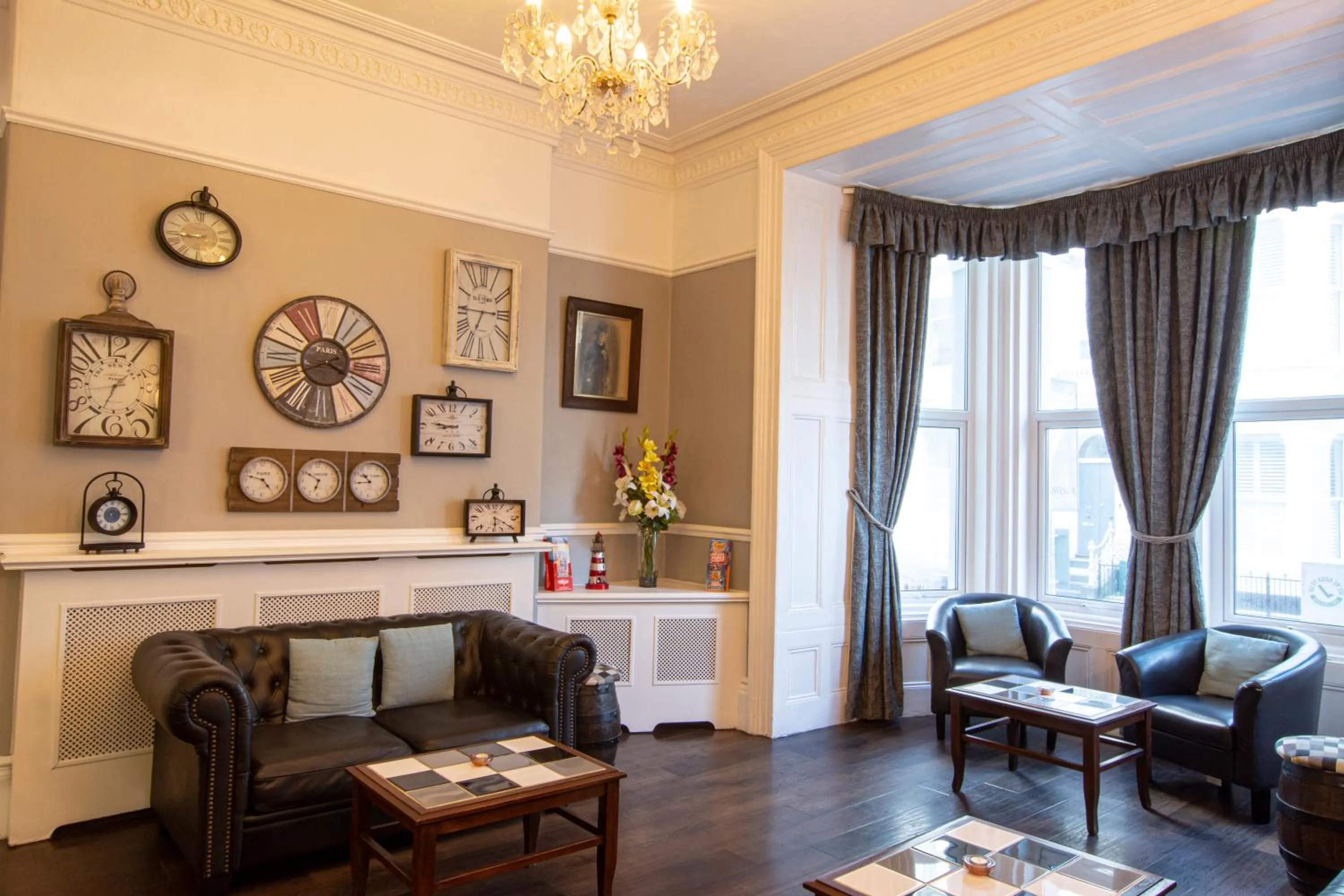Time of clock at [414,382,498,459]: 8:46
